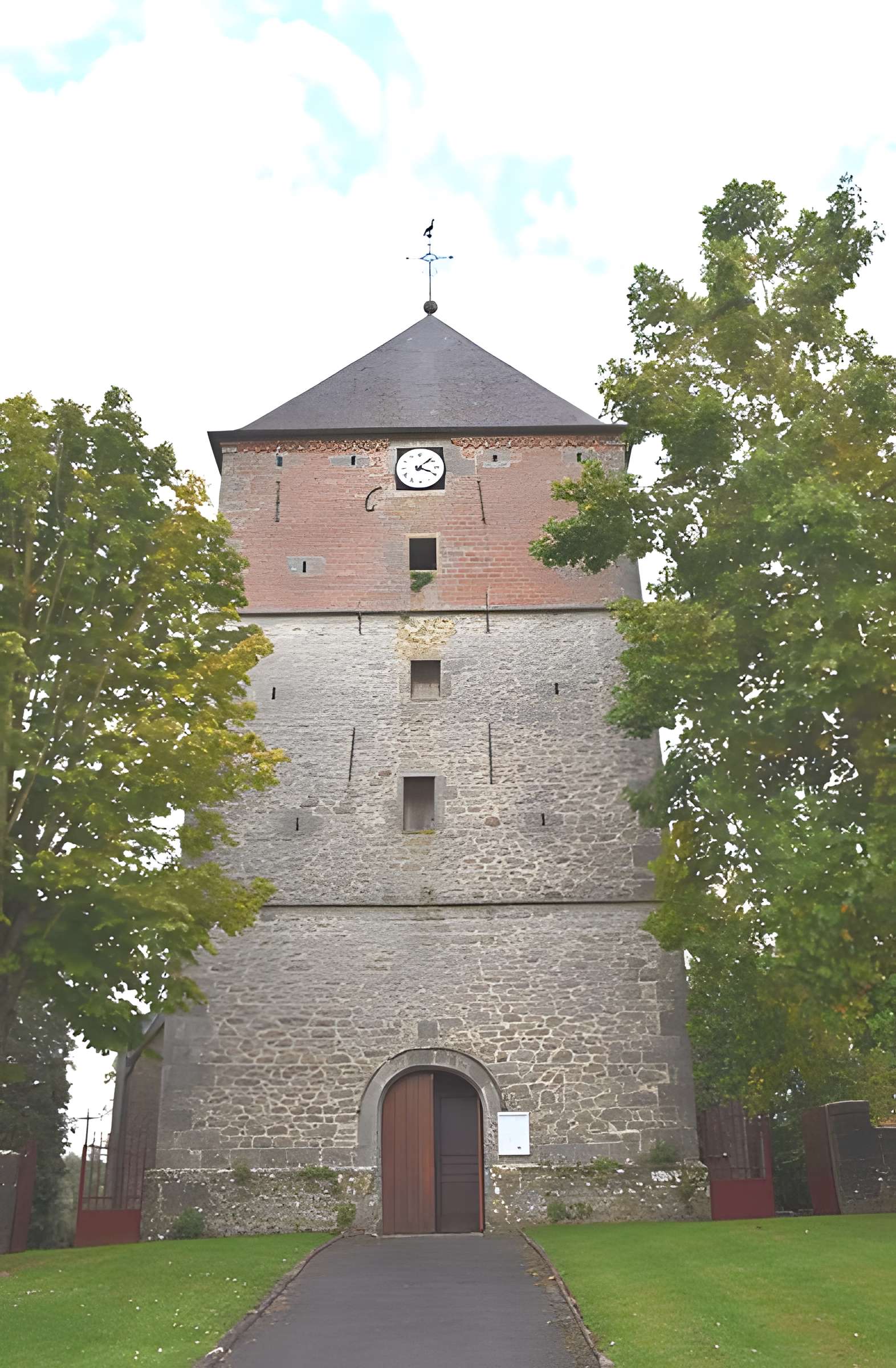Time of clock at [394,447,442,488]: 4:07
